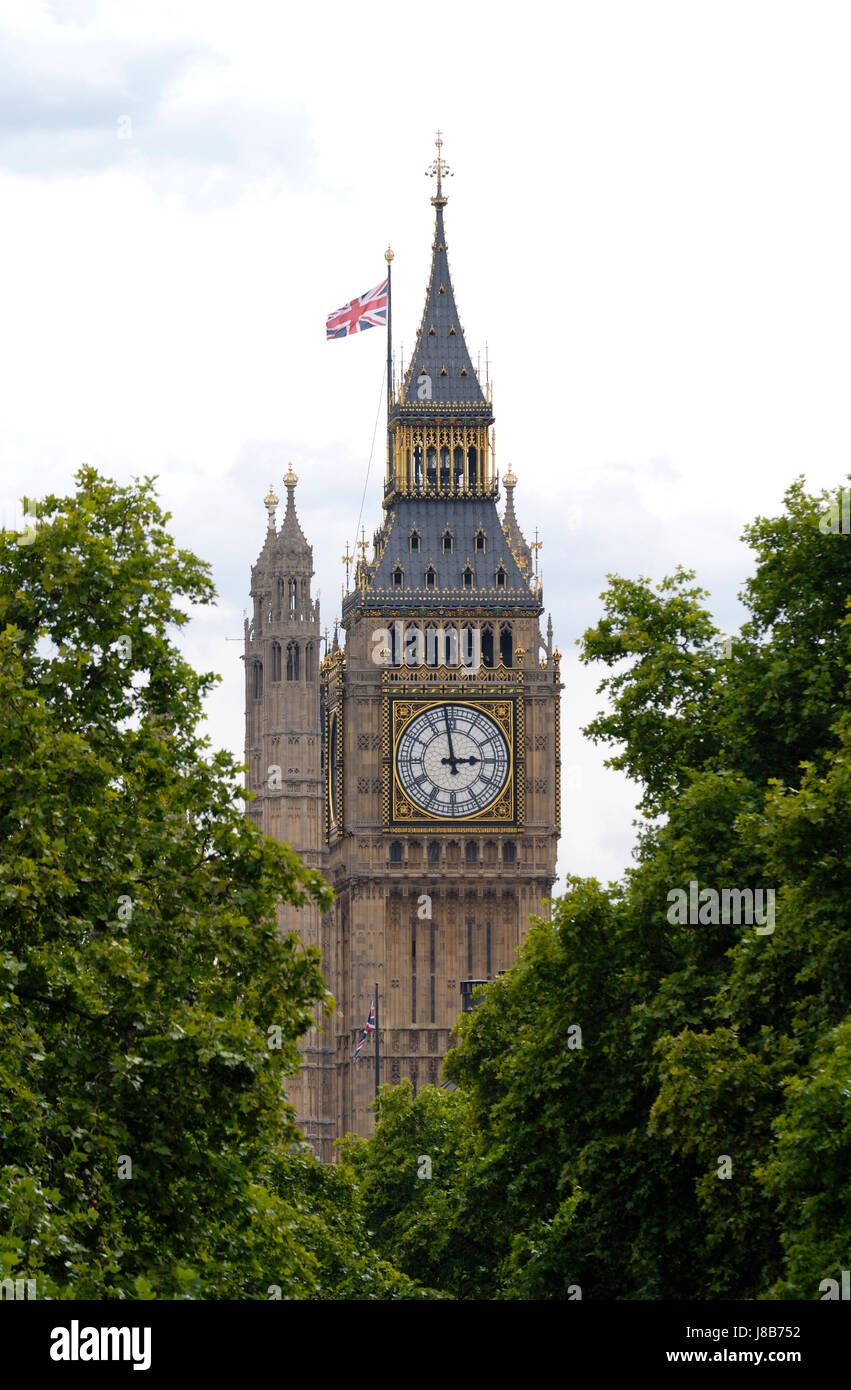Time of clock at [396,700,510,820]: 2:58
